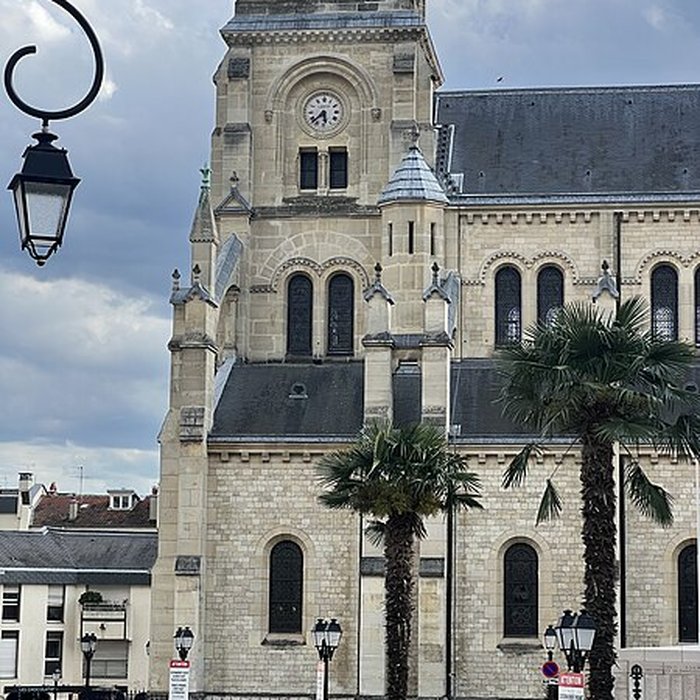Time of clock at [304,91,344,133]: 5:37
